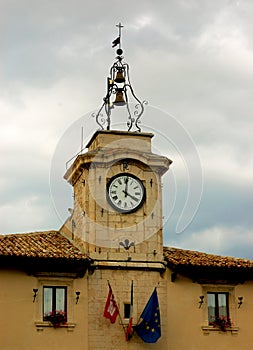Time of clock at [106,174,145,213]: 4:01
